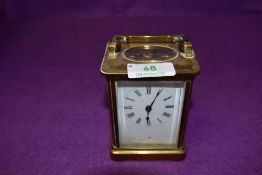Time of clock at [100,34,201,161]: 6:05
